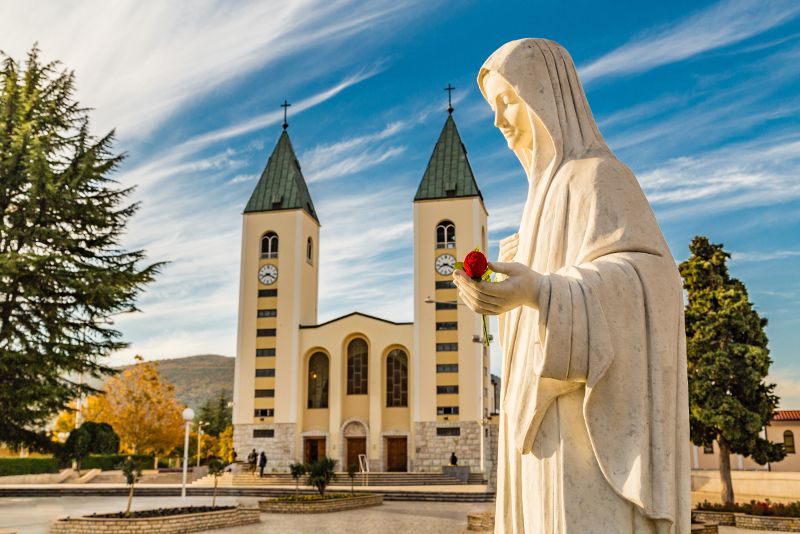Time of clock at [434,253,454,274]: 8:18
